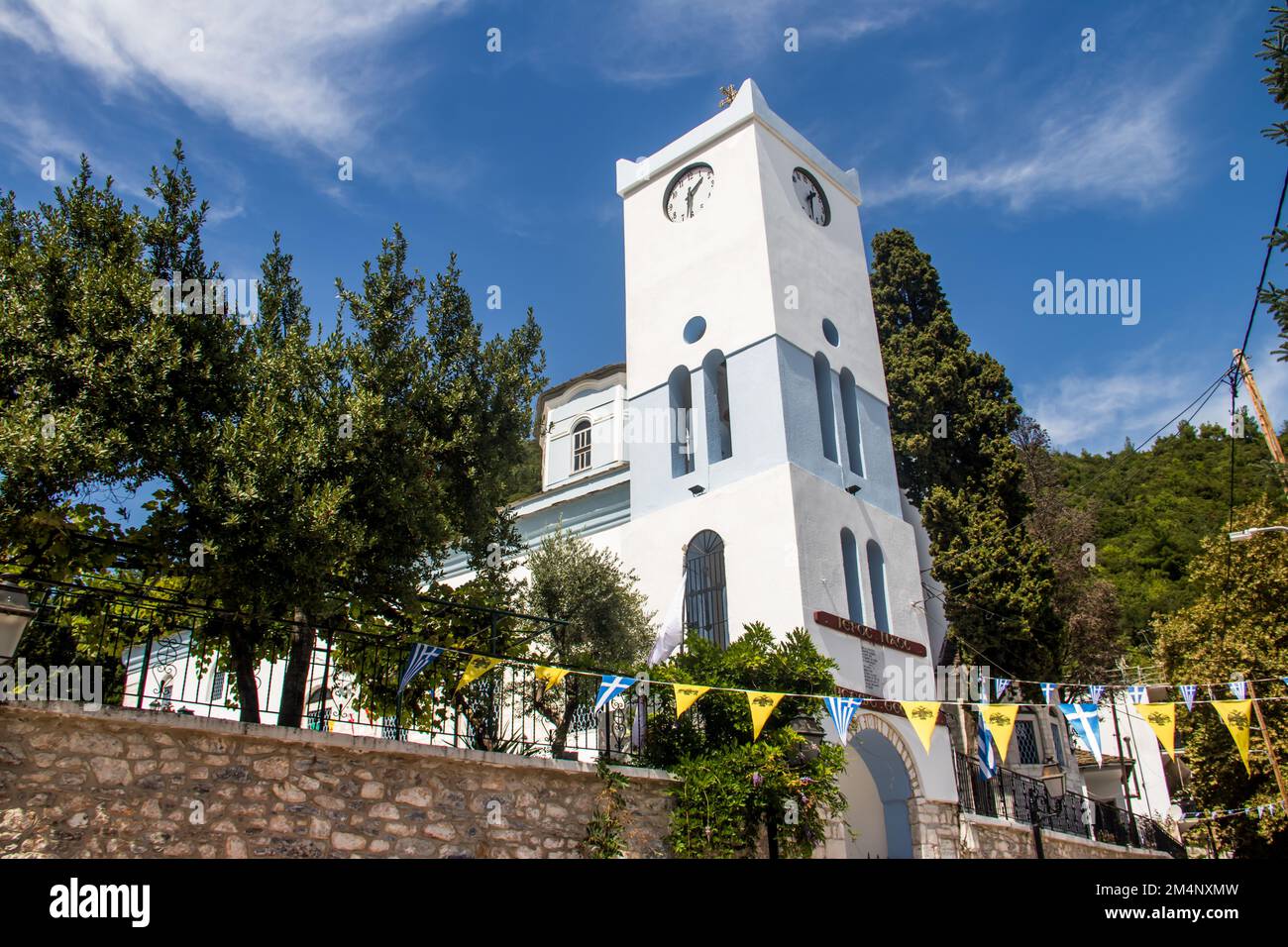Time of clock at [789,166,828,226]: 1:32
